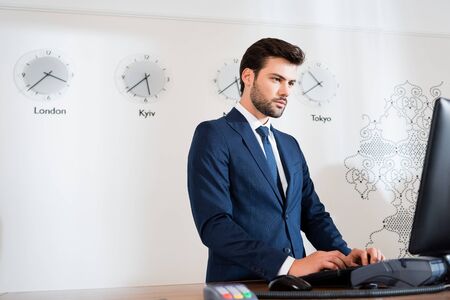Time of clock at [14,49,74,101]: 3:38
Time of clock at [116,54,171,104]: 5:38
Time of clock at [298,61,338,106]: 10:39
